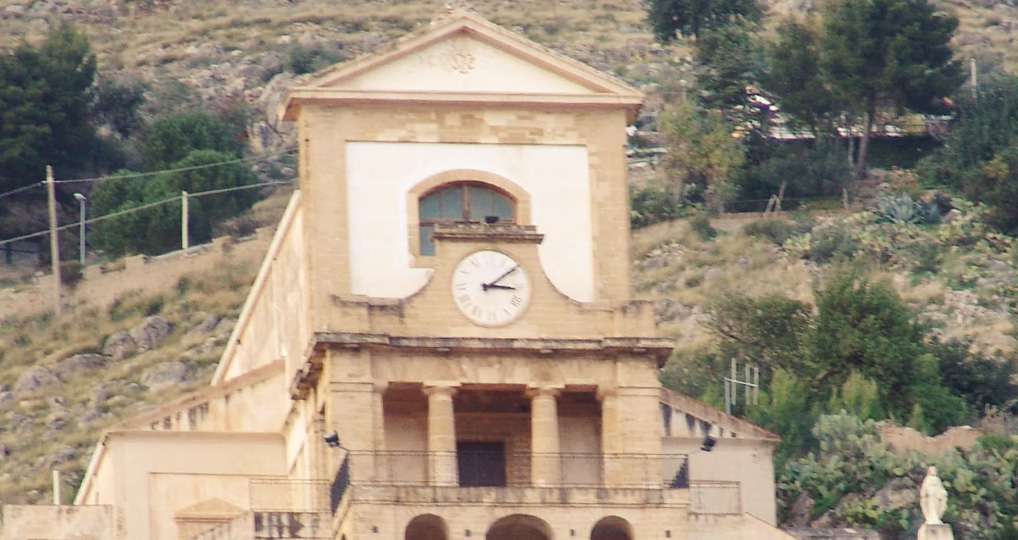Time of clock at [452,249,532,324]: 3:09
